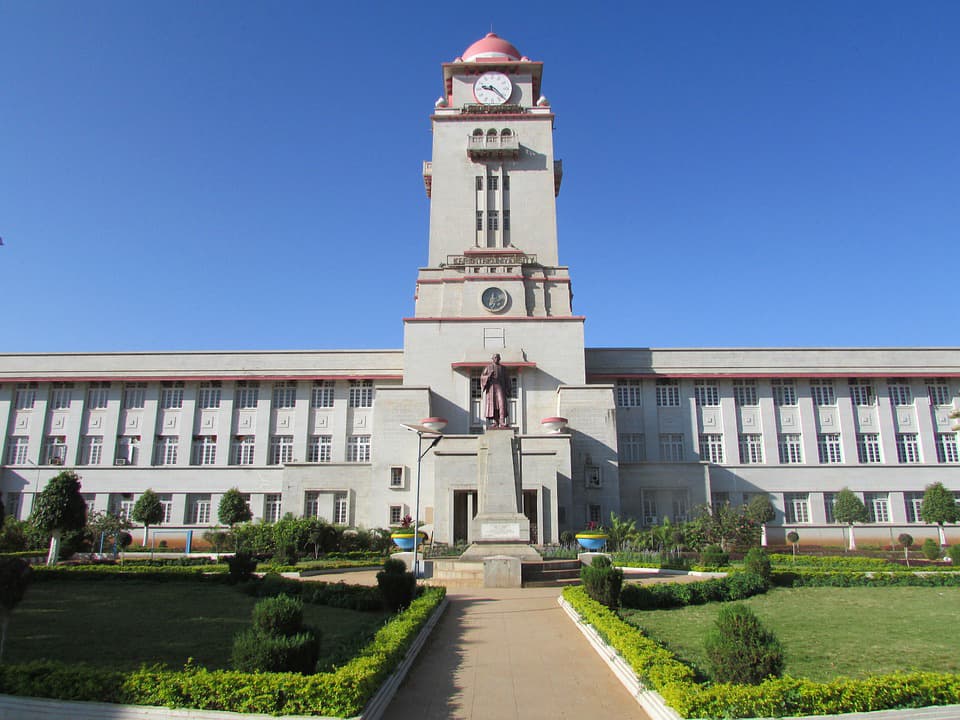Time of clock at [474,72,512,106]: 9:22
